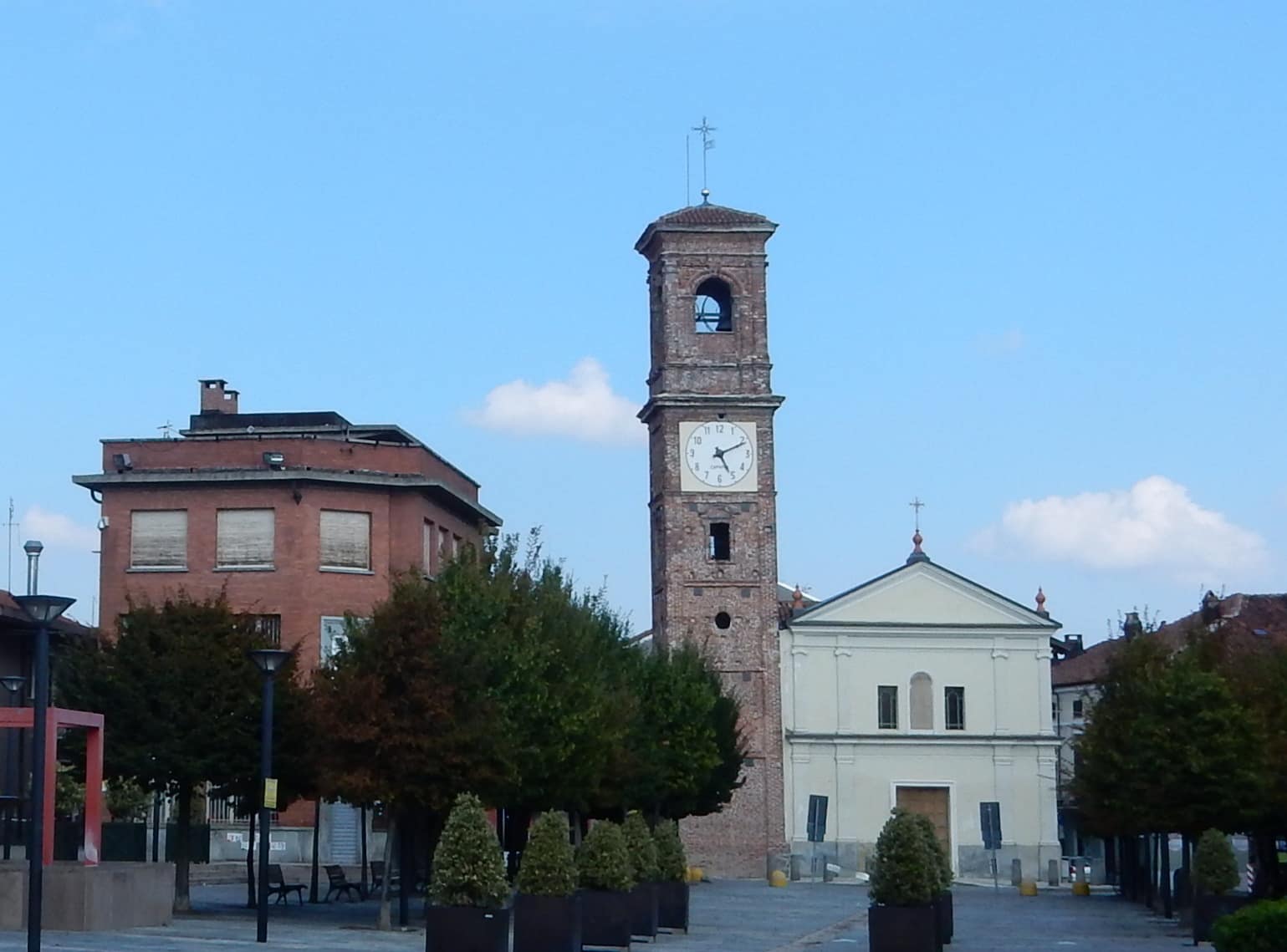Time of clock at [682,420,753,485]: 5:11
